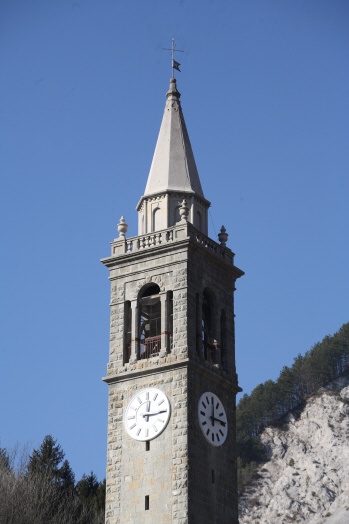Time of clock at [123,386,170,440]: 12:14
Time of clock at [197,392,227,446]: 12:14
